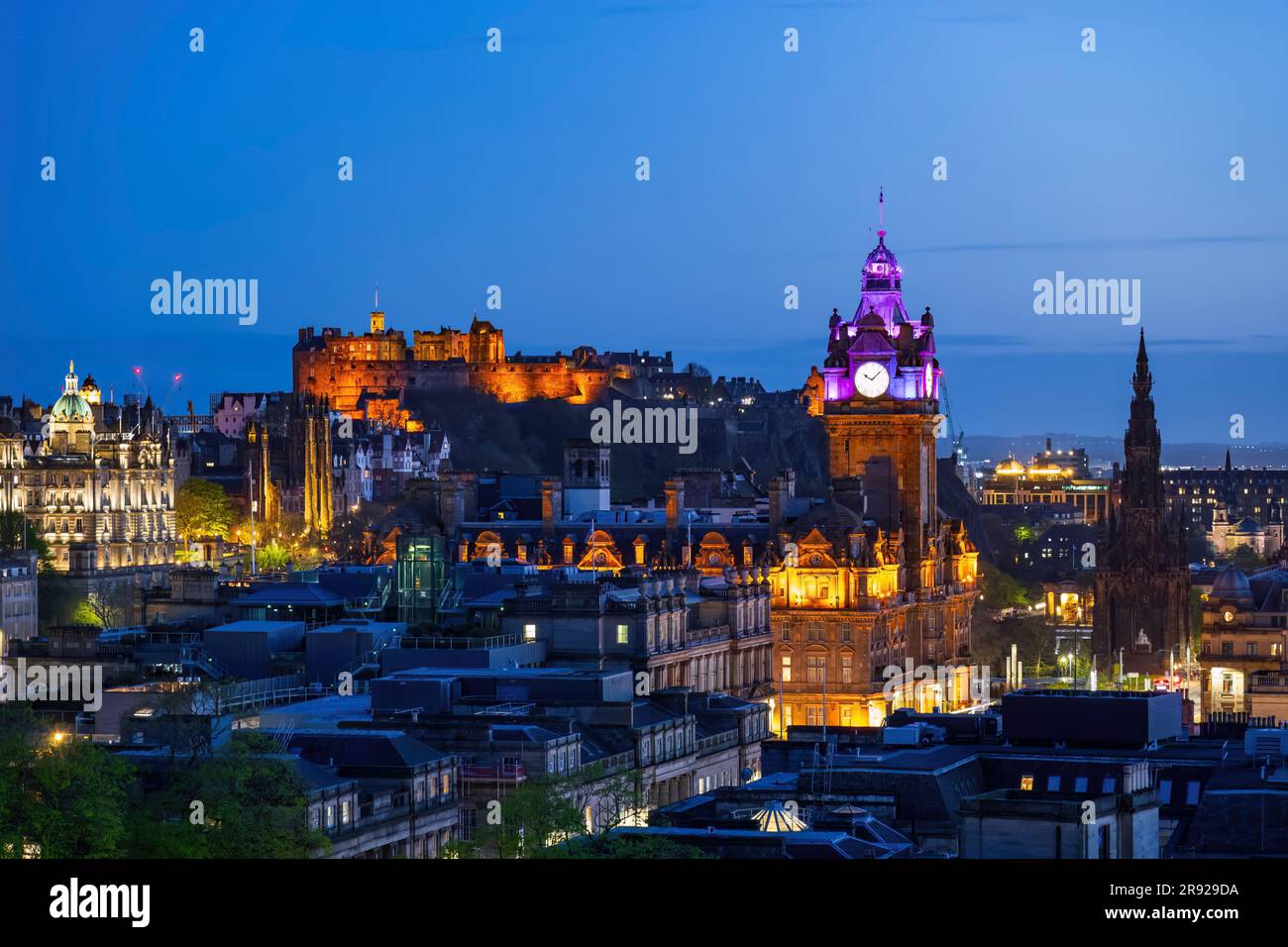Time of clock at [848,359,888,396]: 10:07
